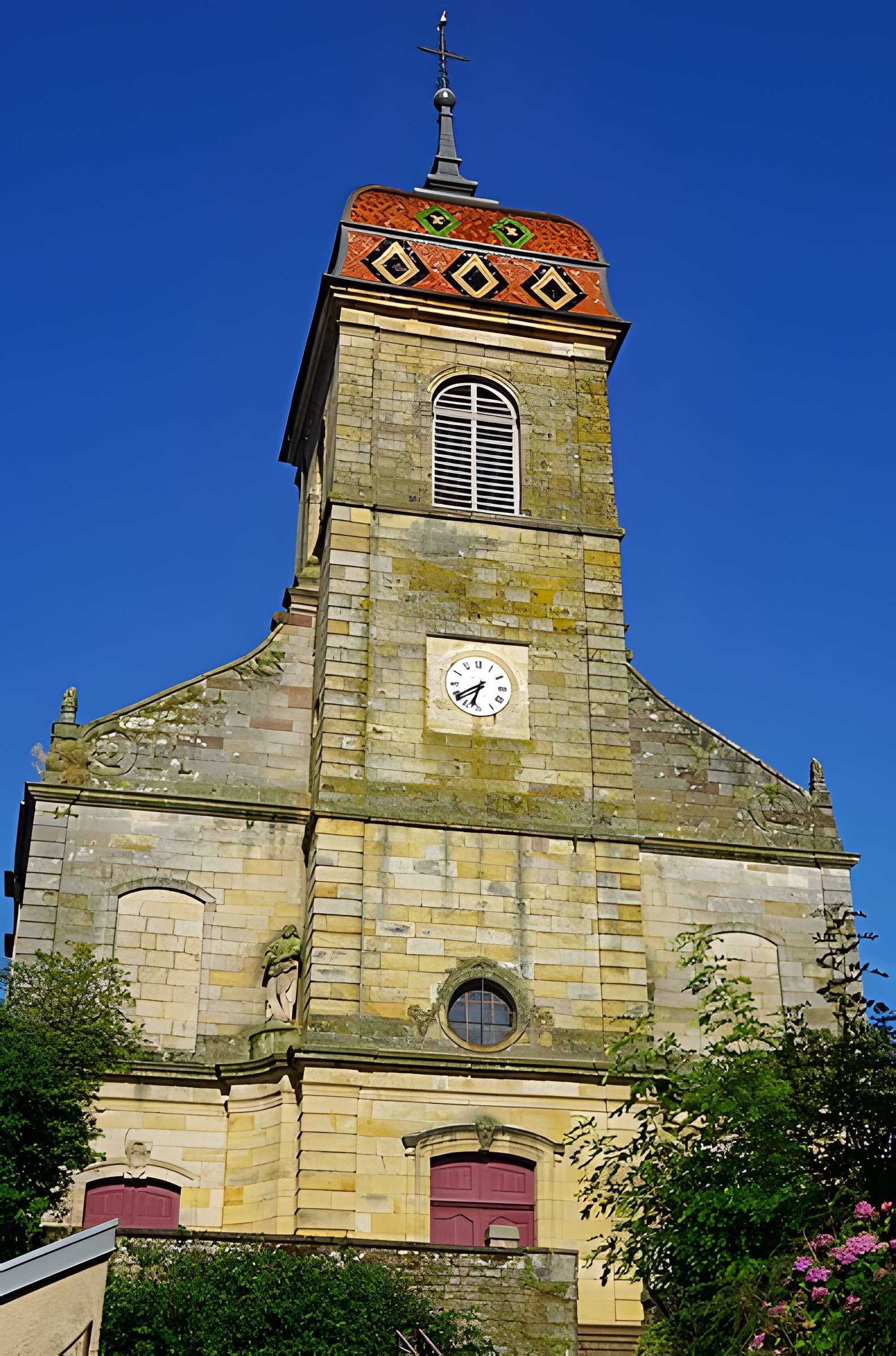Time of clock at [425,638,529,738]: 6:39
